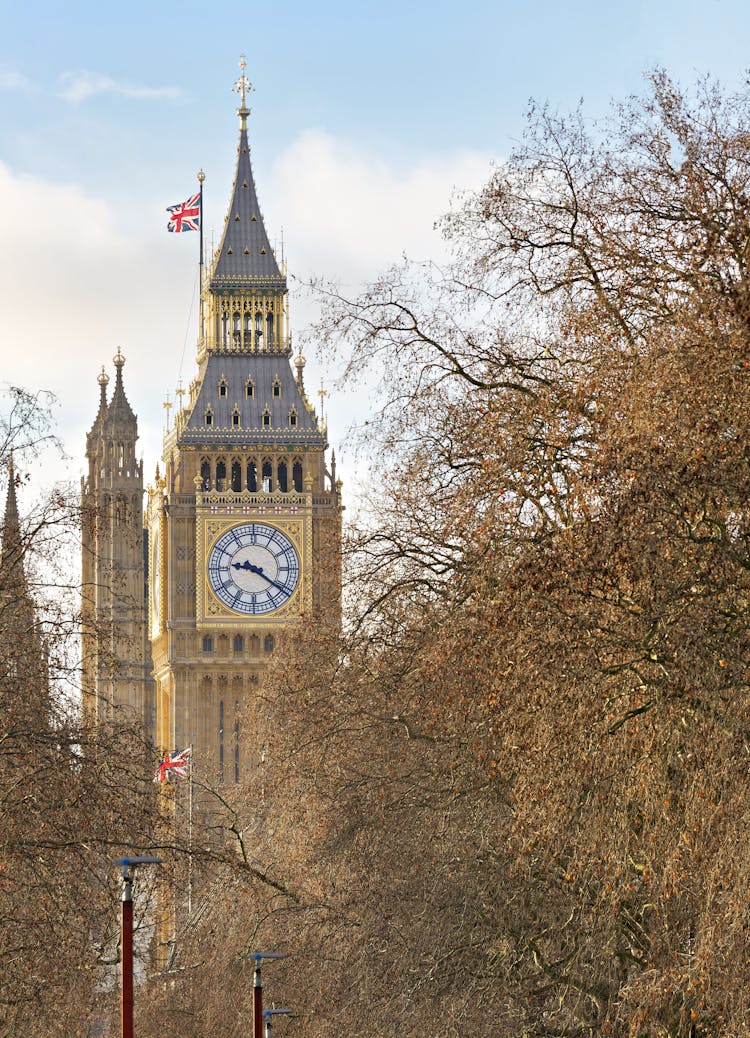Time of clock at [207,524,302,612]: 9:21
